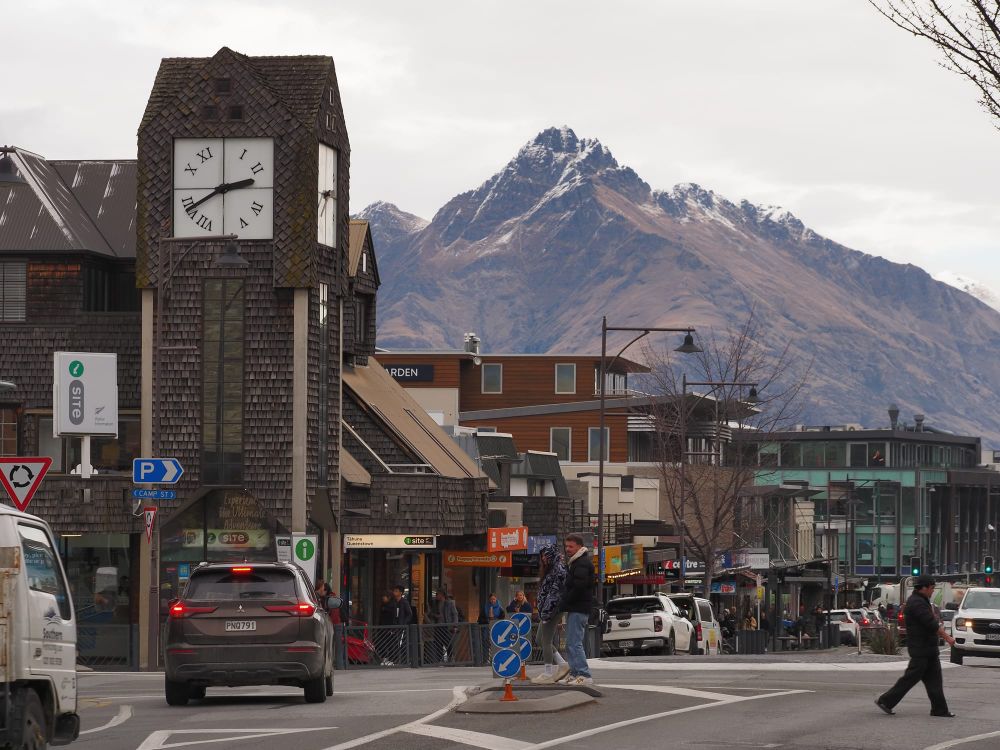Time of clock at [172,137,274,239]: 2:40
